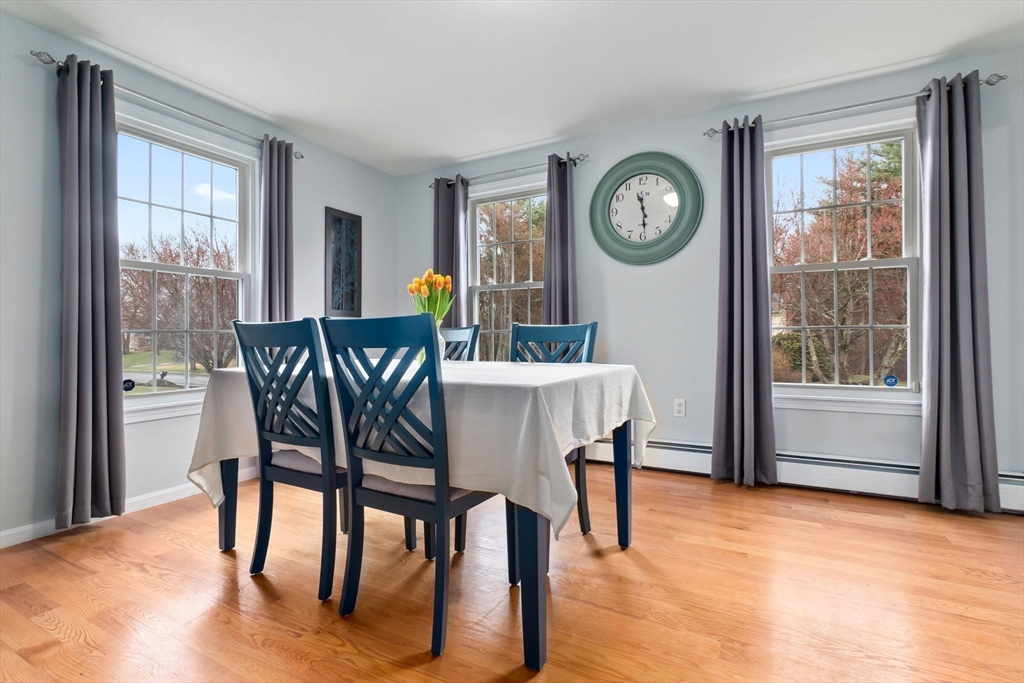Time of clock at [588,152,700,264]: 11:29
